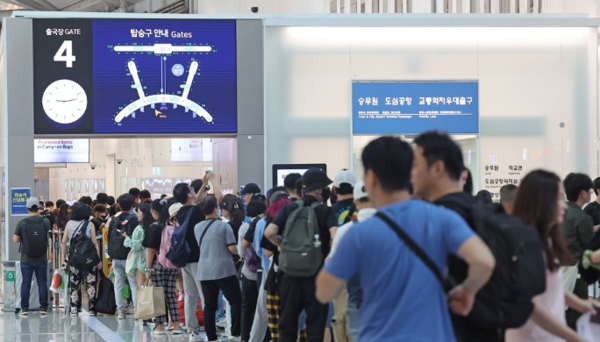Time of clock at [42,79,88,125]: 9:12
